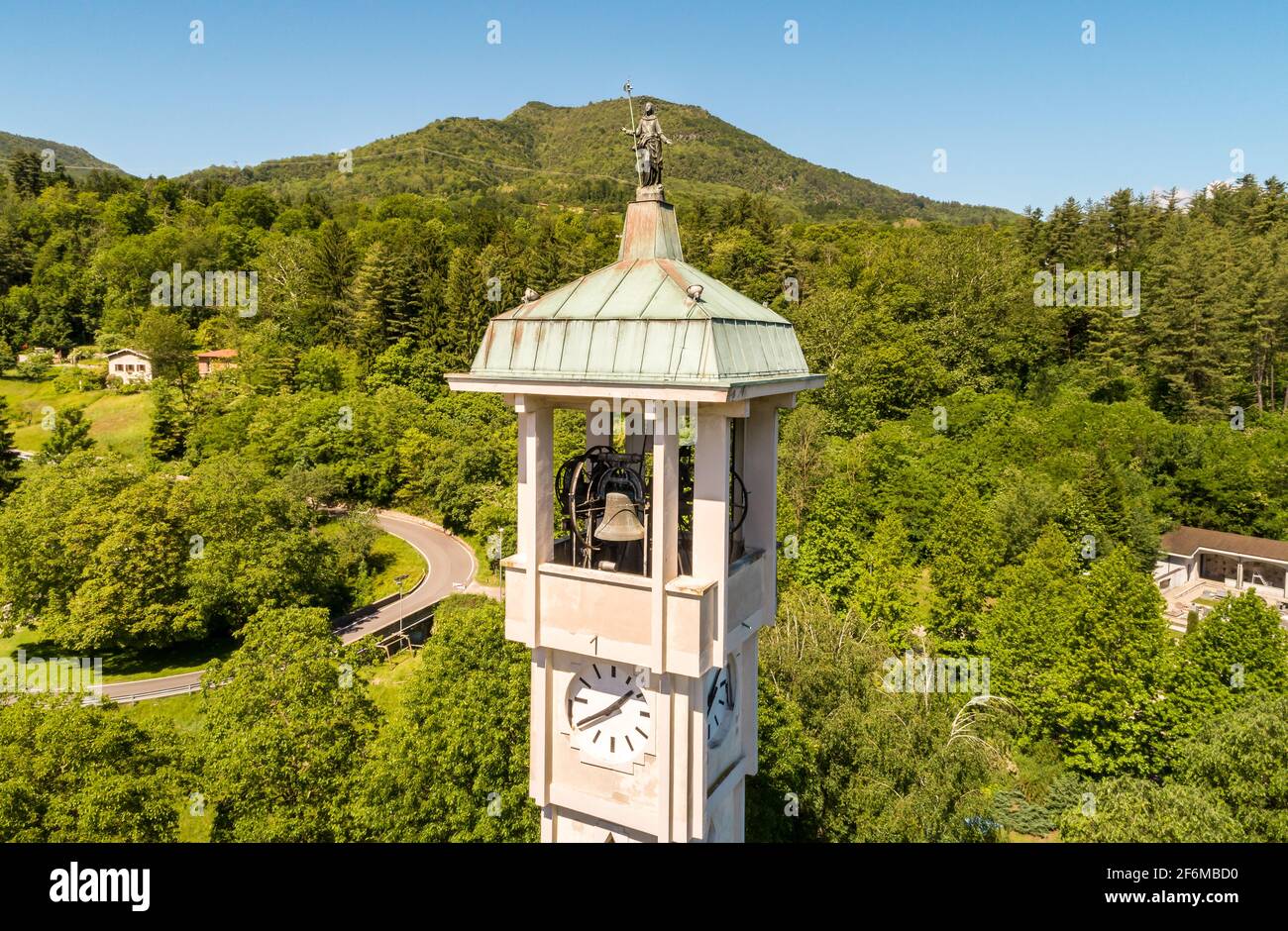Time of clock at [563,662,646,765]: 1:40
